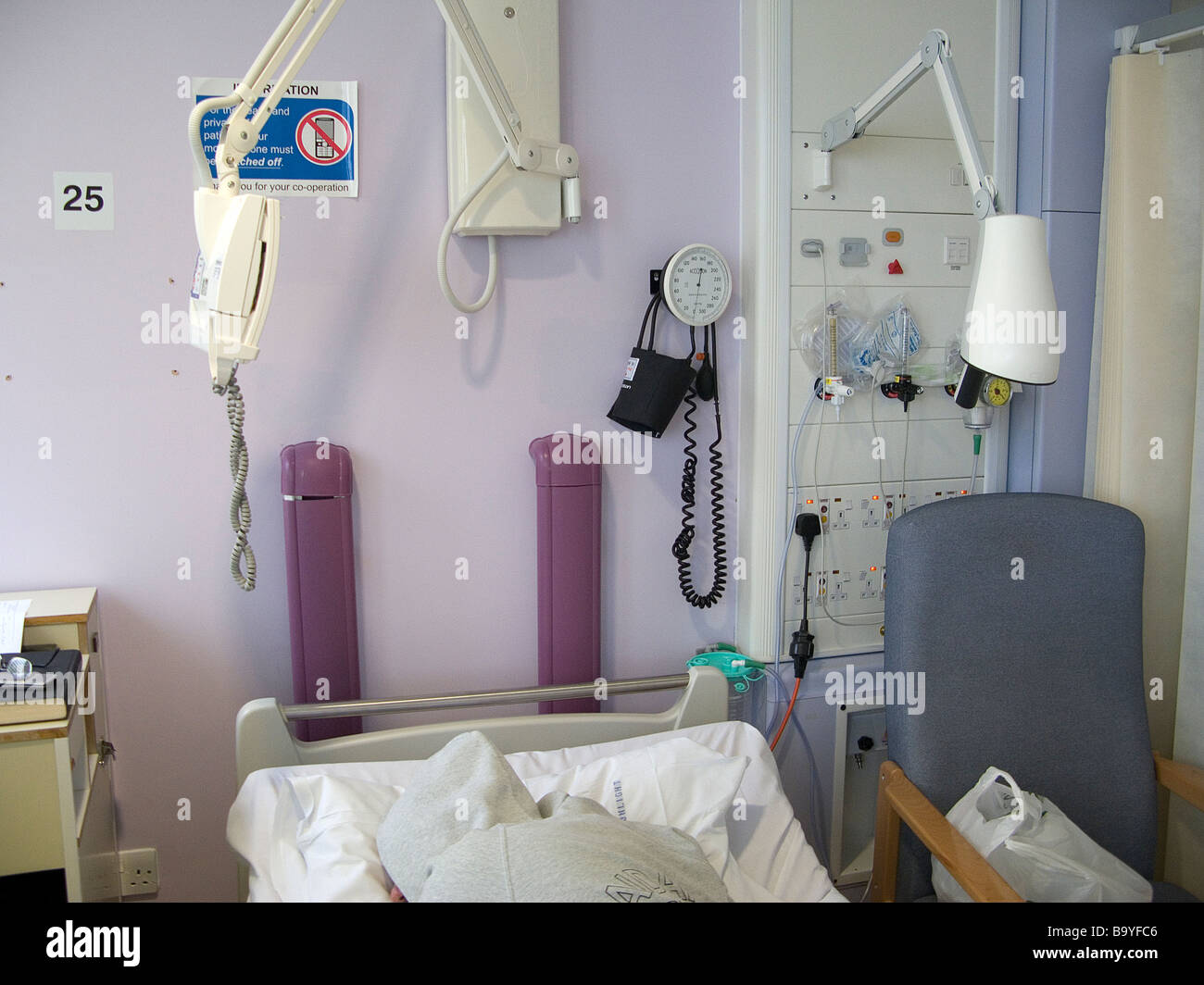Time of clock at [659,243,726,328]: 12:30
